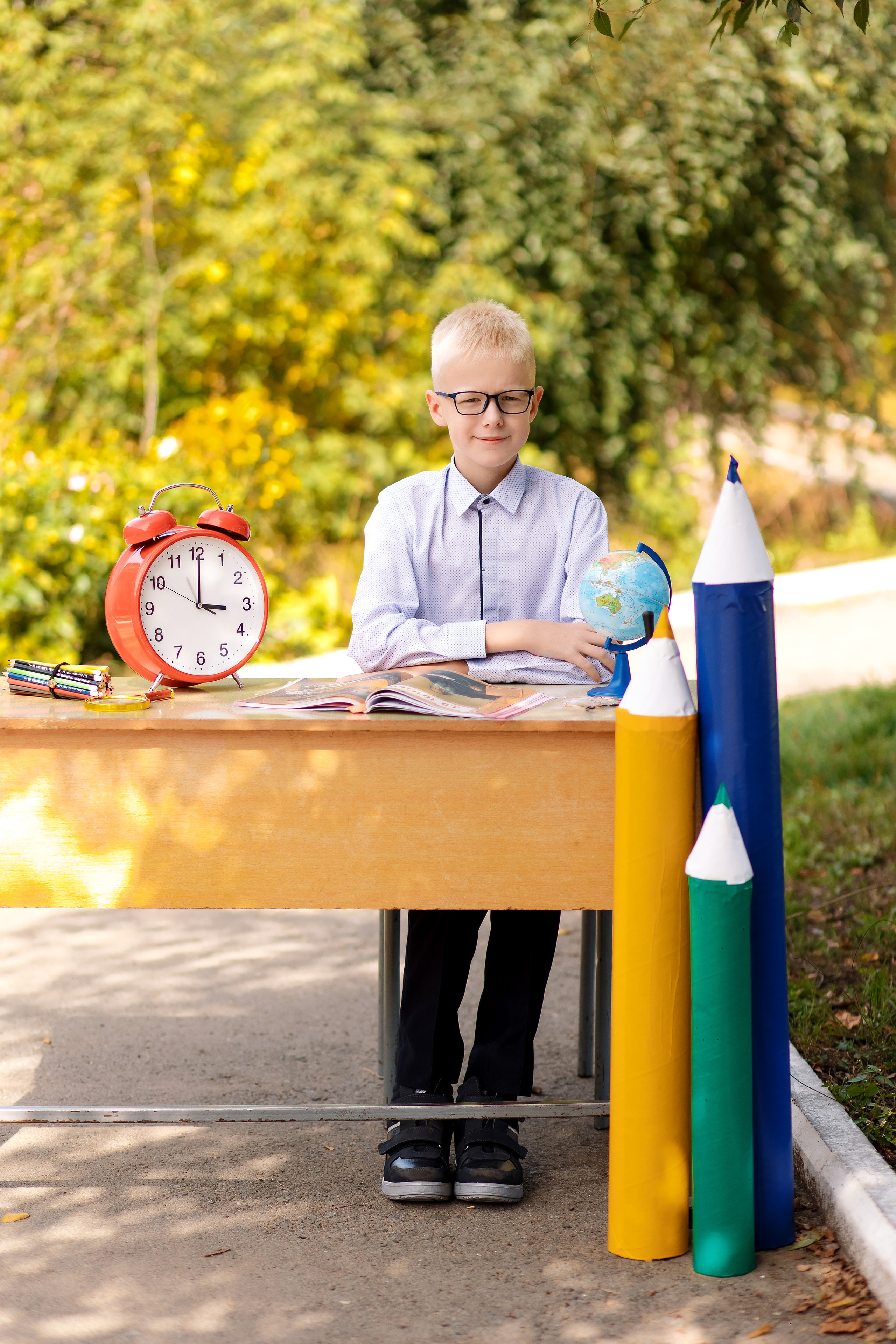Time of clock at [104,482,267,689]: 3:00
